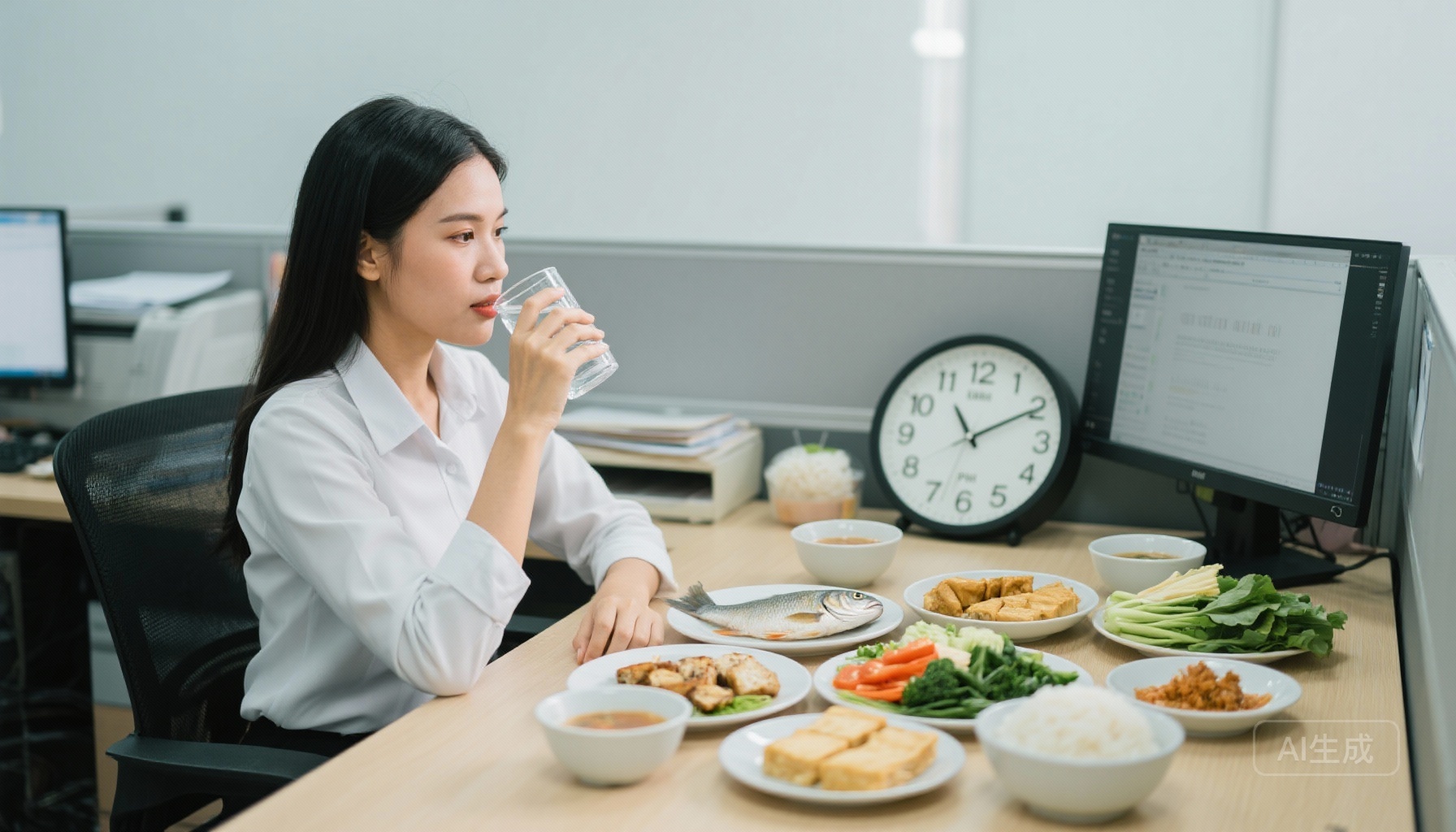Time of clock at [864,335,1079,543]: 11:10
